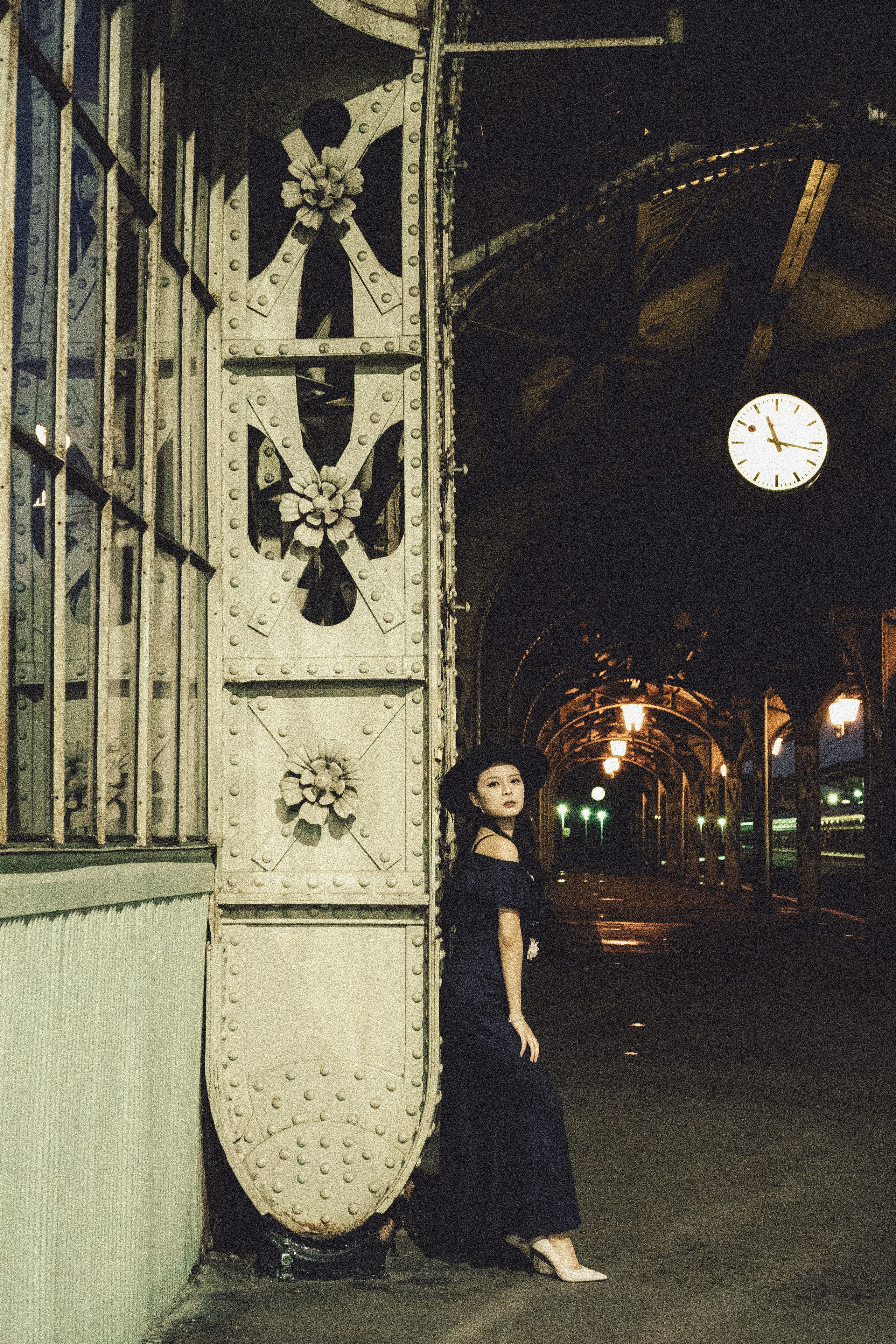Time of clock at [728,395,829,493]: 11:16
